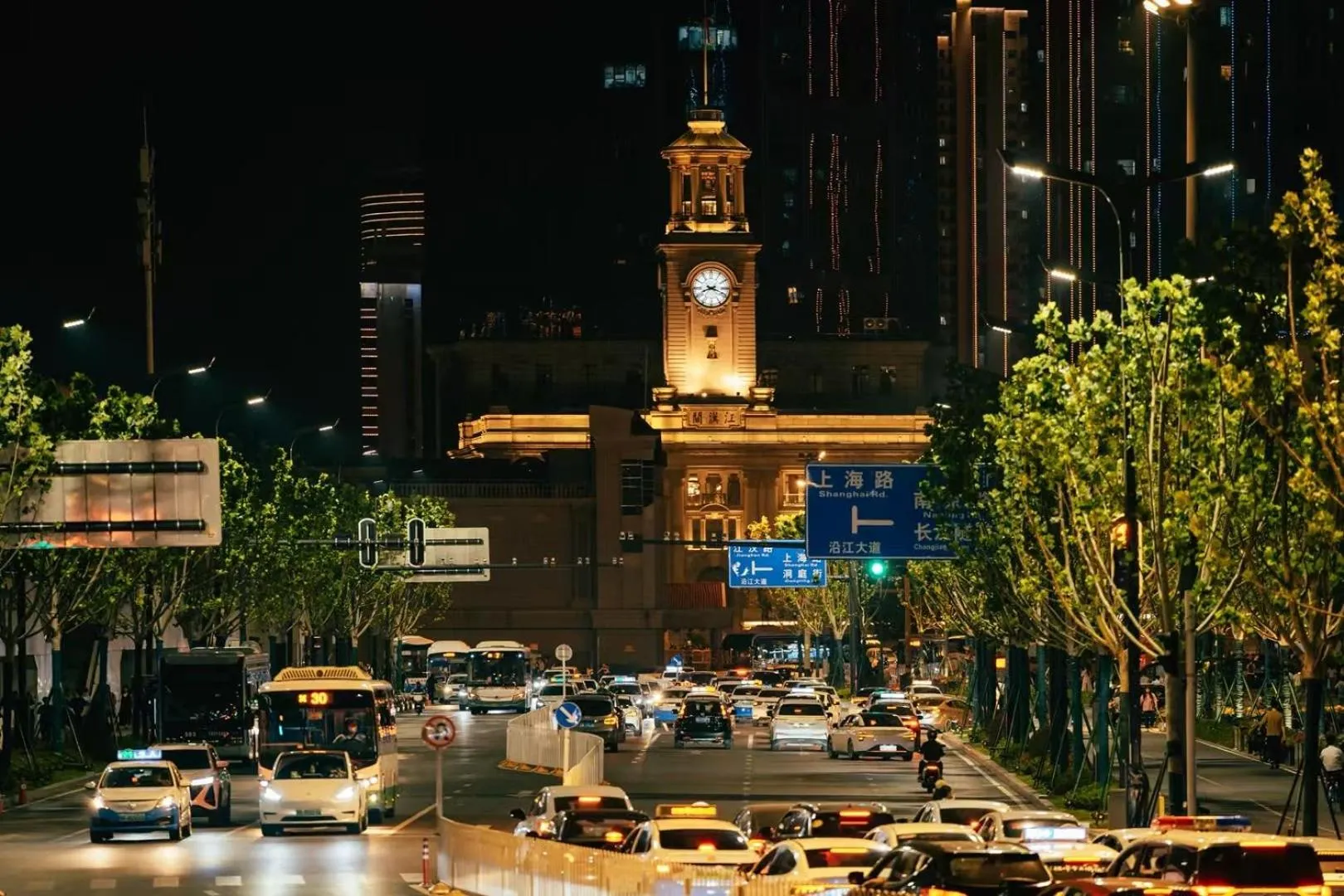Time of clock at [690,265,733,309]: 8:18
